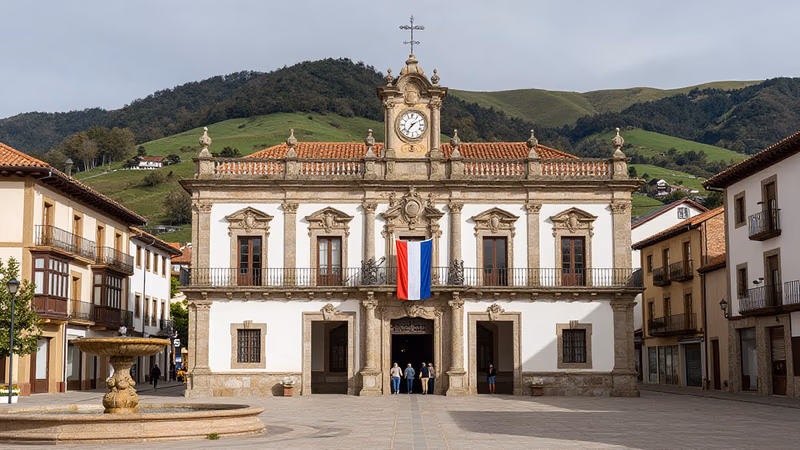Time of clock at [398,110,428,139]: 7:09
